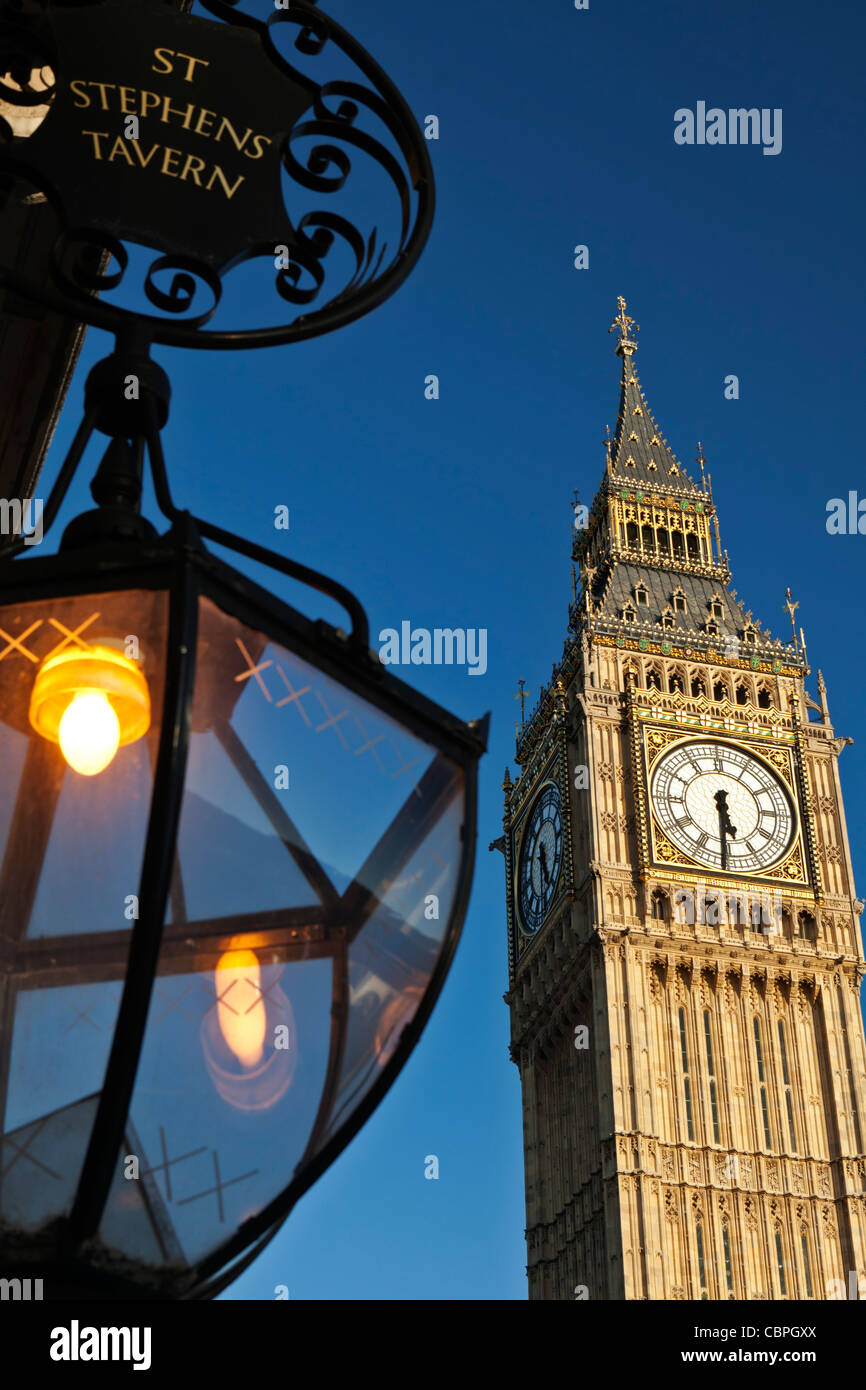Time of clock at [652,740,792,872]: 5:30
